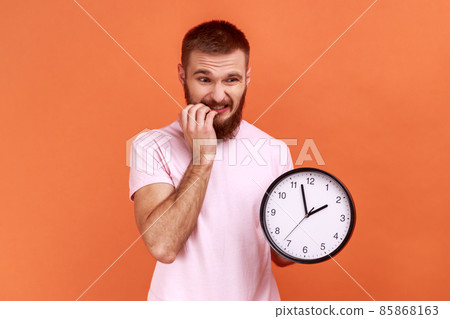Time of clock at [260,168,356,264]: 1:57
